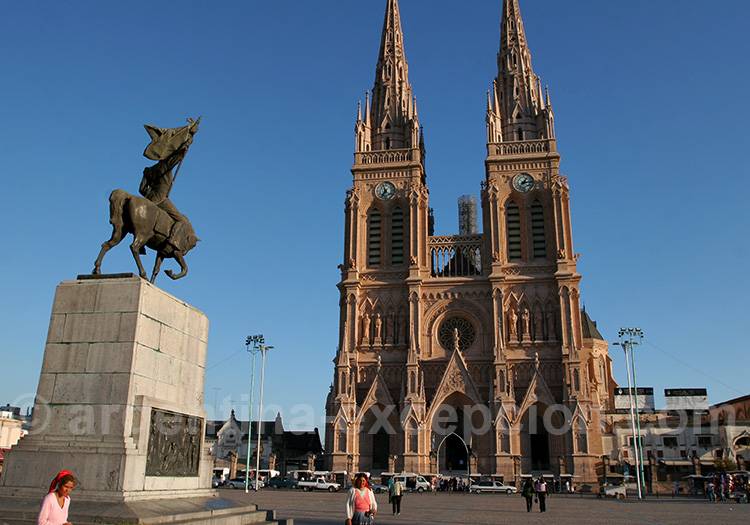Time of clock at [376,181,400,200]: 6:56
